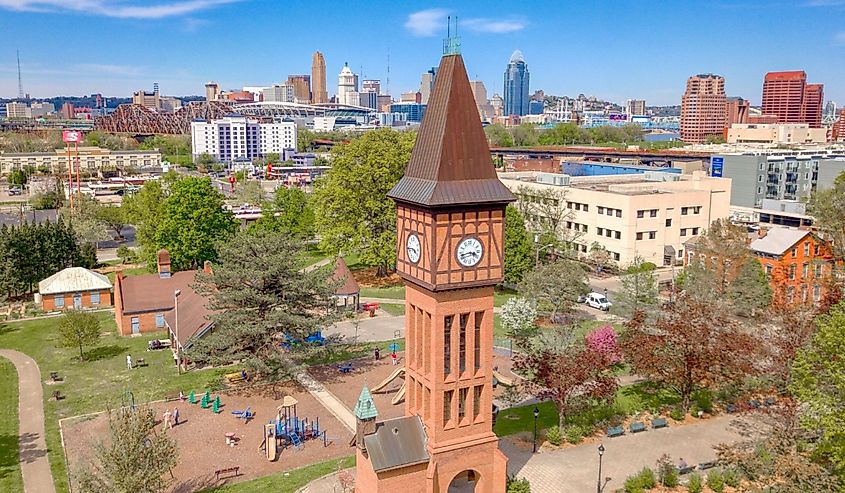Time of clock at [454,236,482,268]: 3:42
